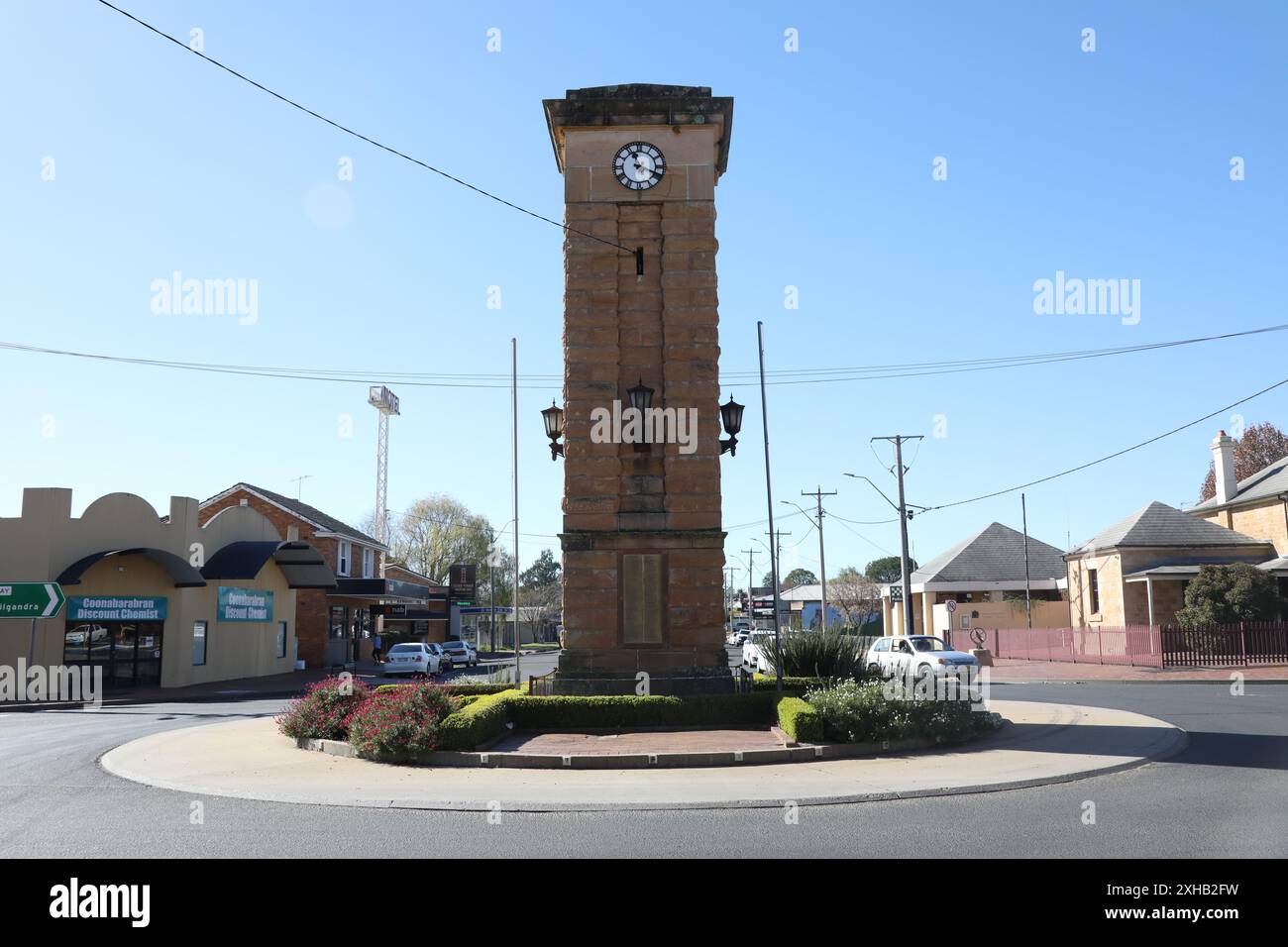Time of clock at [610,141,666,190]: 11:18
